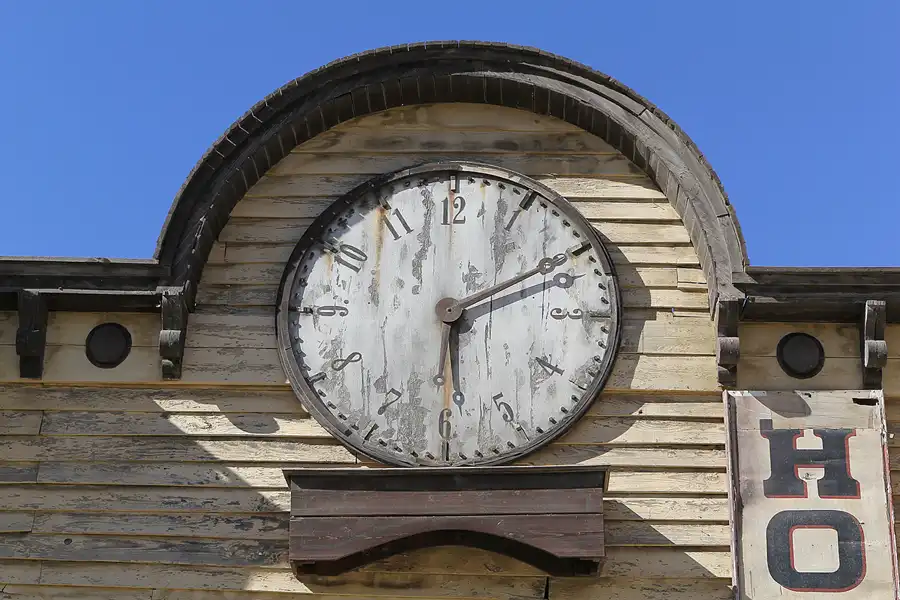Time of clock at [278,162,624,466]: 6:10
